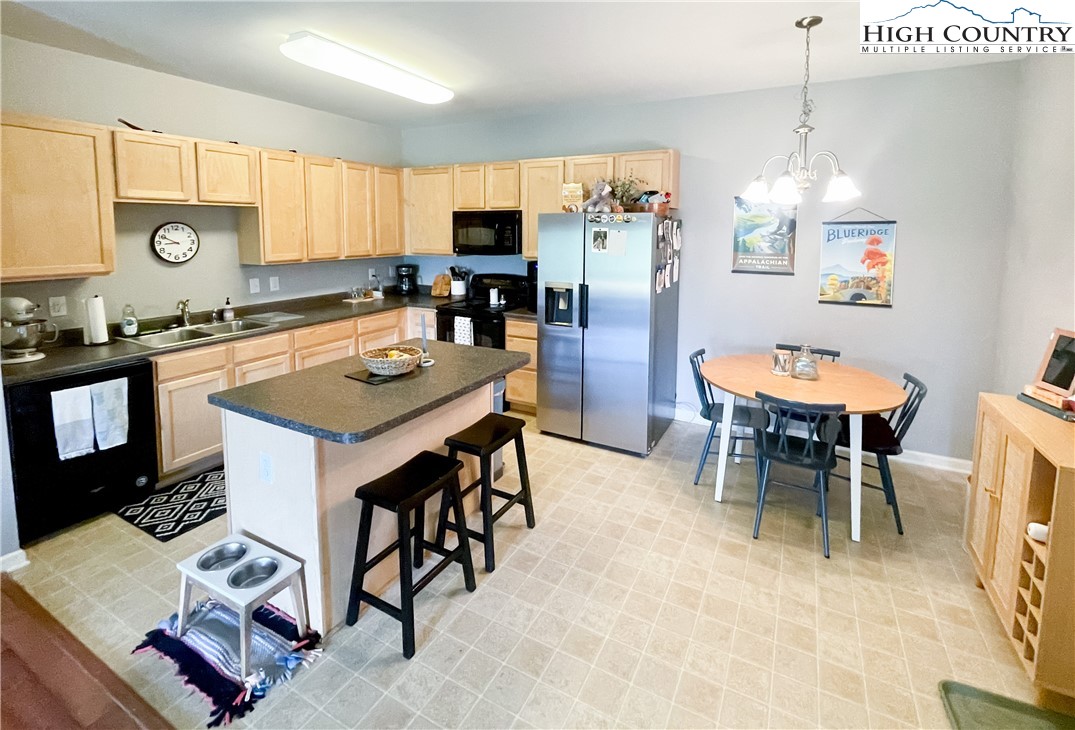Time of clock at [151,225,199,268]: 8:49
